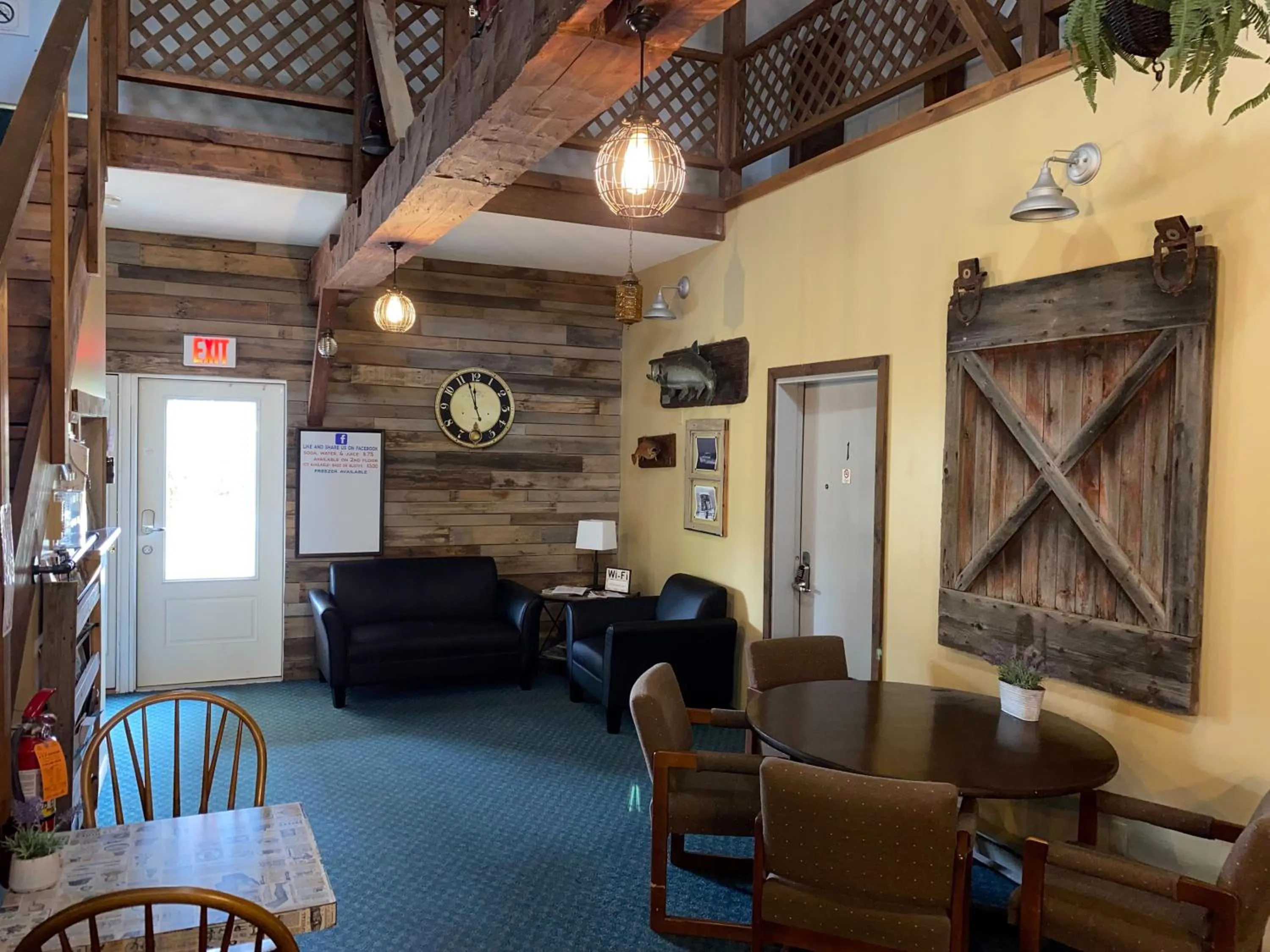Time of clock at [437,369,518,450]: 11:57
